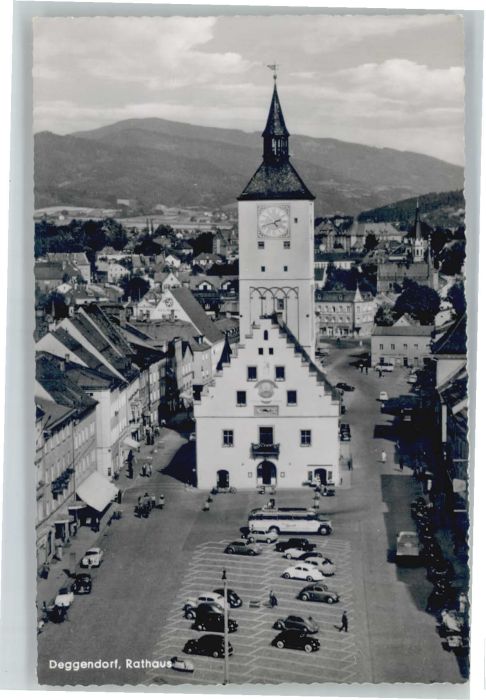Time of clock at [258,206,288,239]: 4:42
